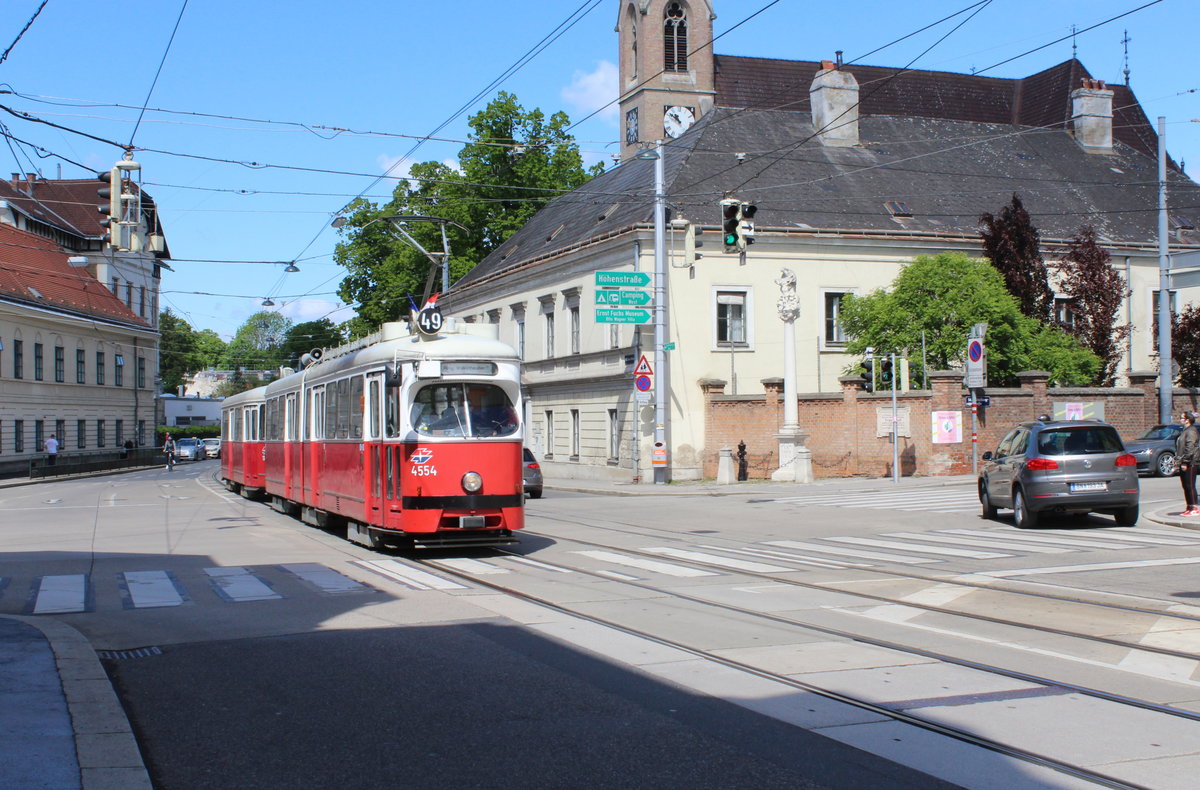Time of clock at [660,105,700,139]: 10:51
